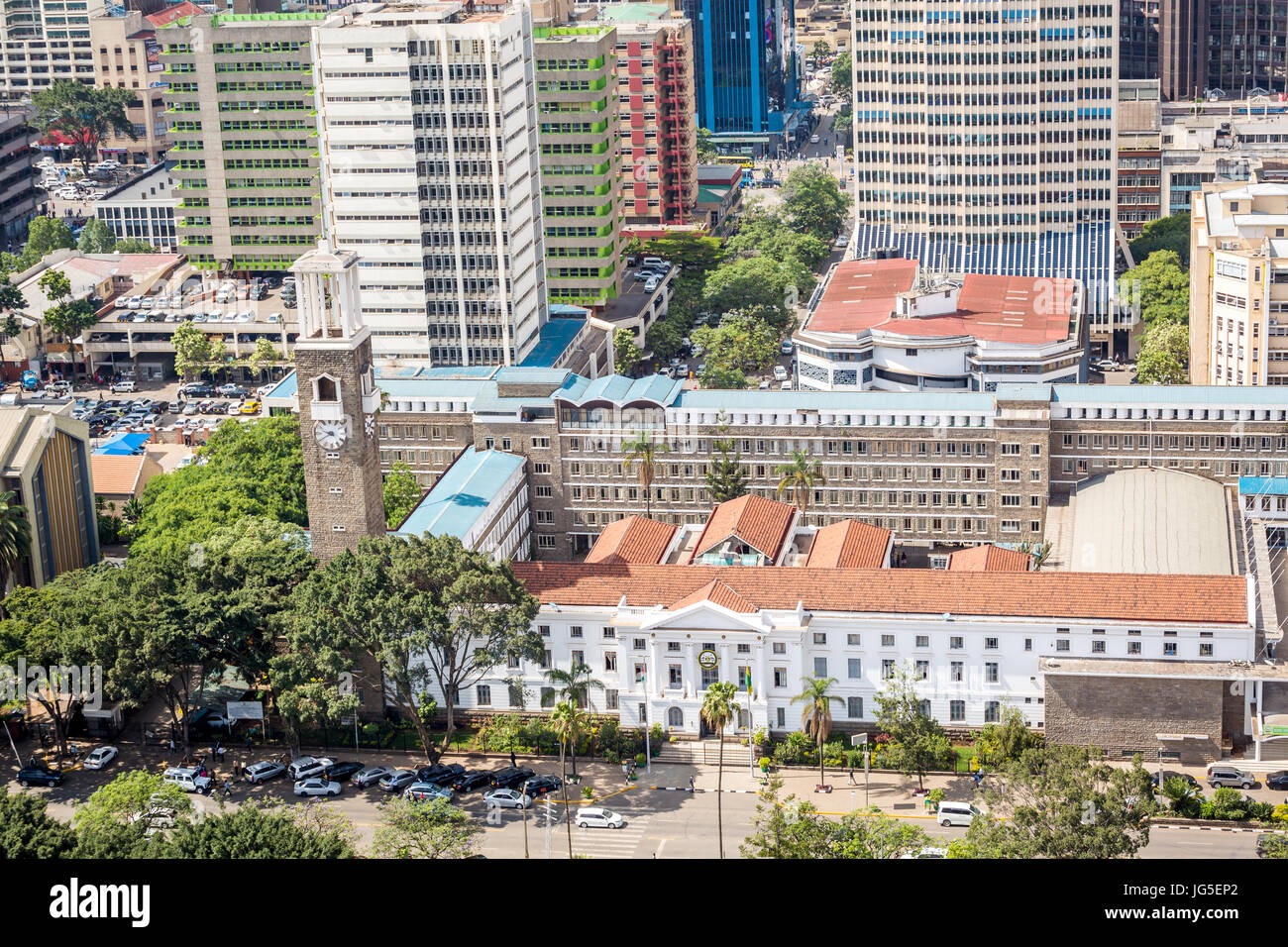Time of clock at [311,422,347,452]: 9:40
